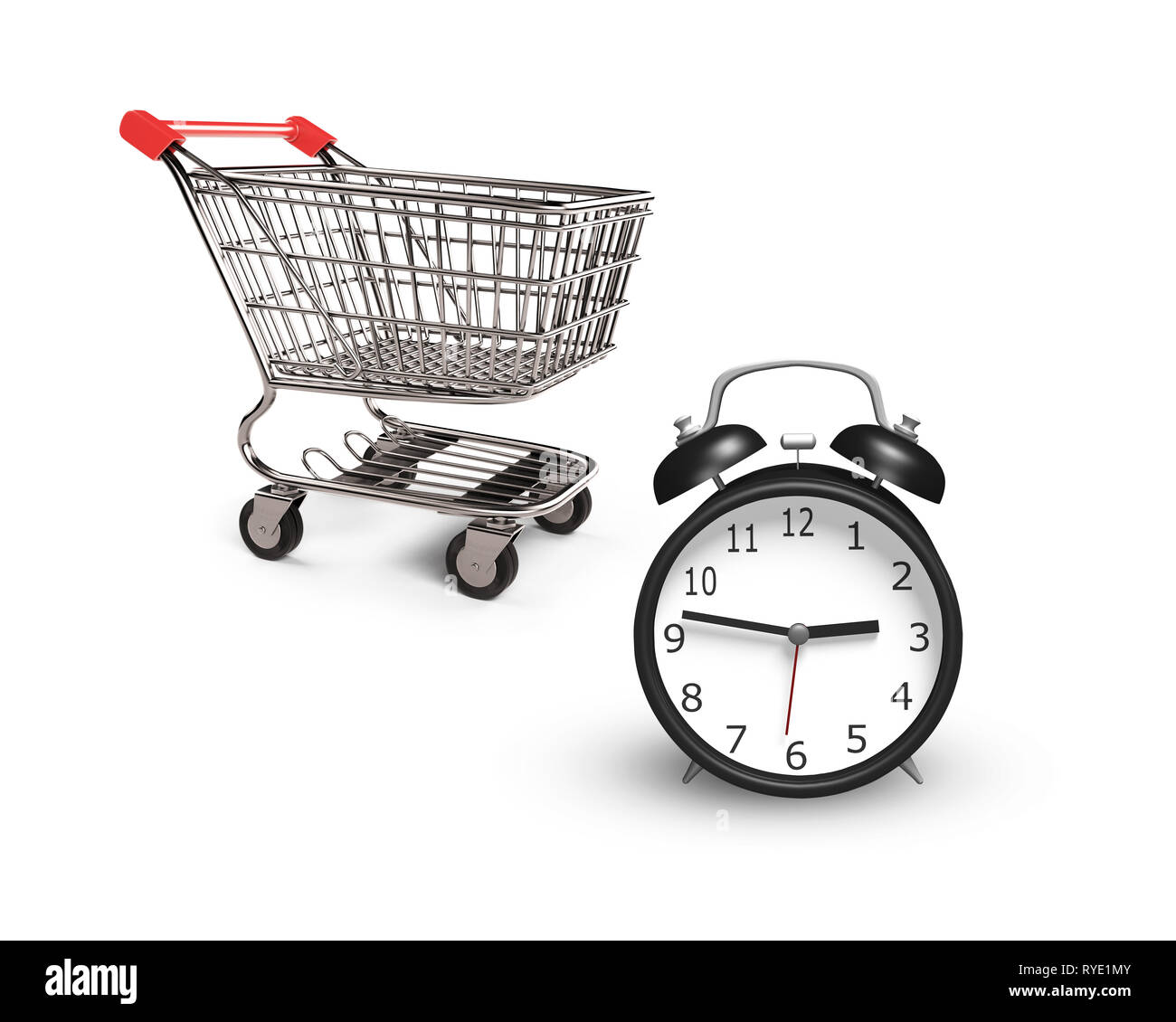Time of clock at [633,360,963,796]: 2:46
